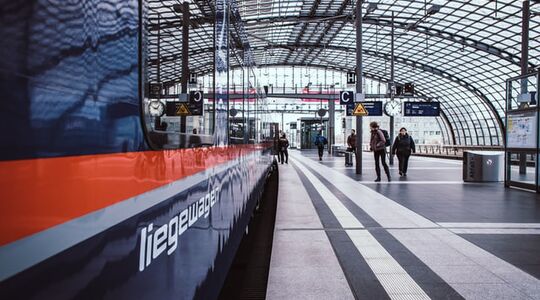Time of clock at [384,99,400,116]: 11:07
